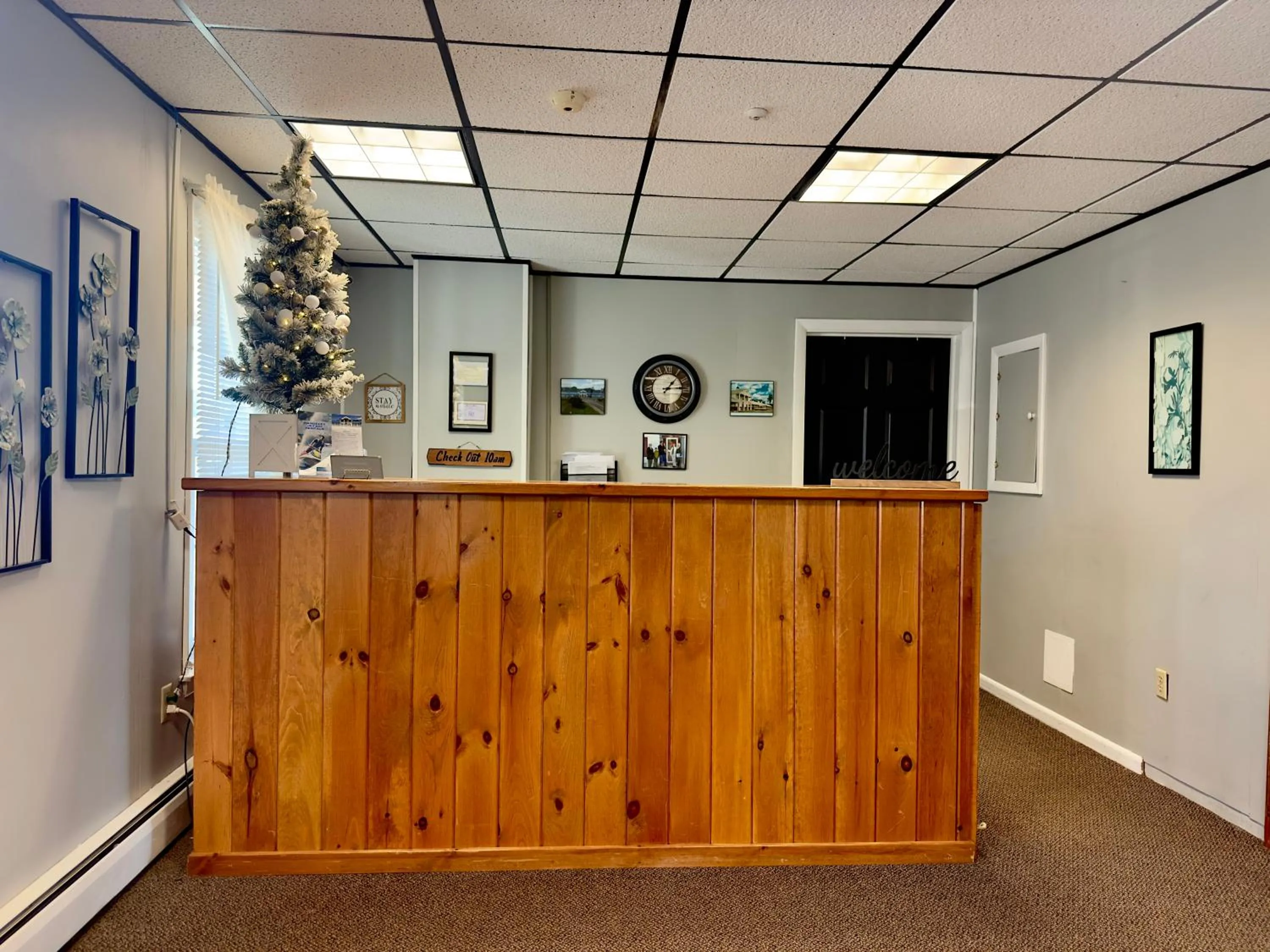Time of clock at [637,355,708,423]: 1:14
